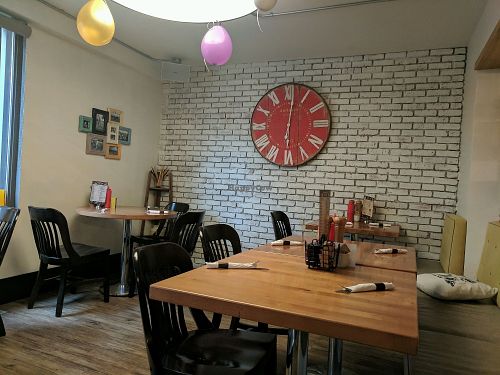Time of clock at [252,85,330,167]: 6:01
